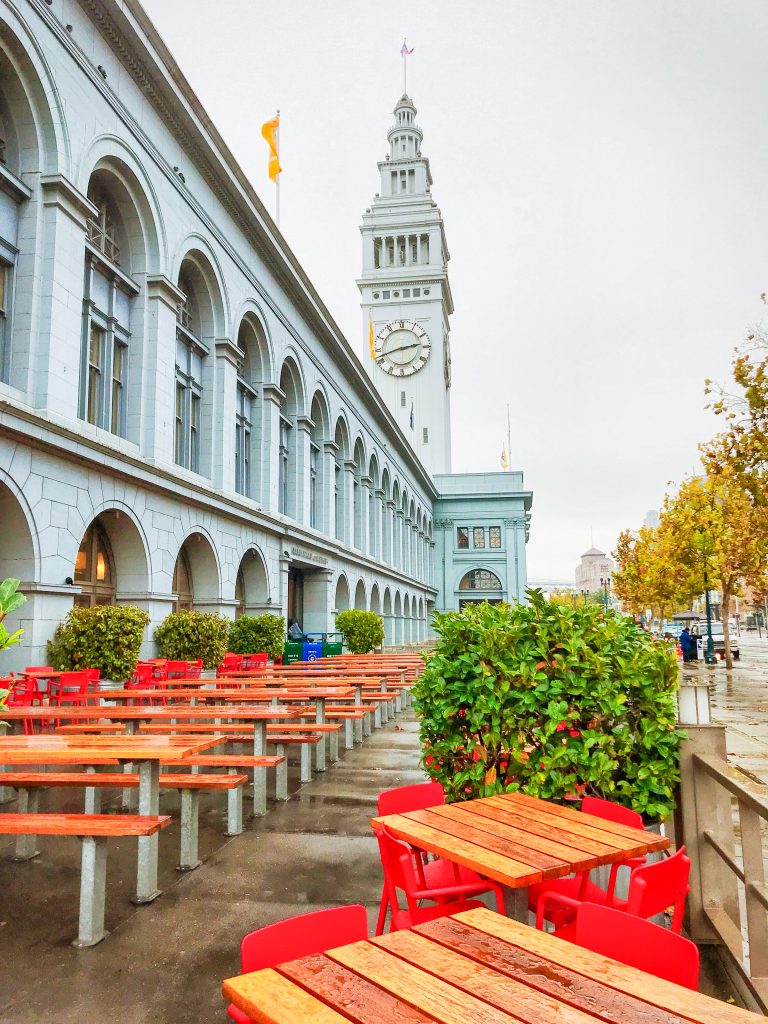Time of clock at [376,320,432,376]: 2:42
